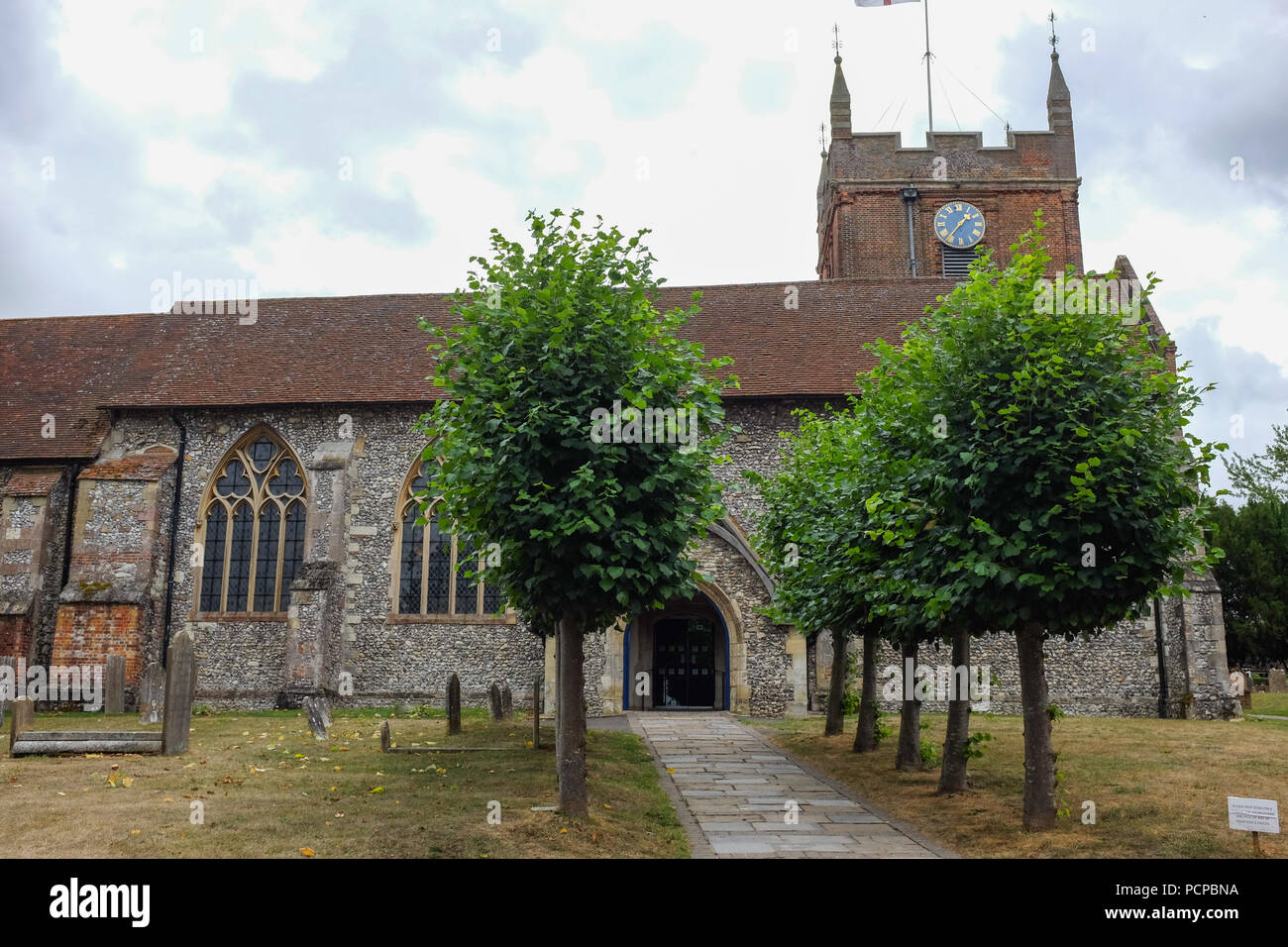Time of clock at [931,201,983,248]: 1:36
